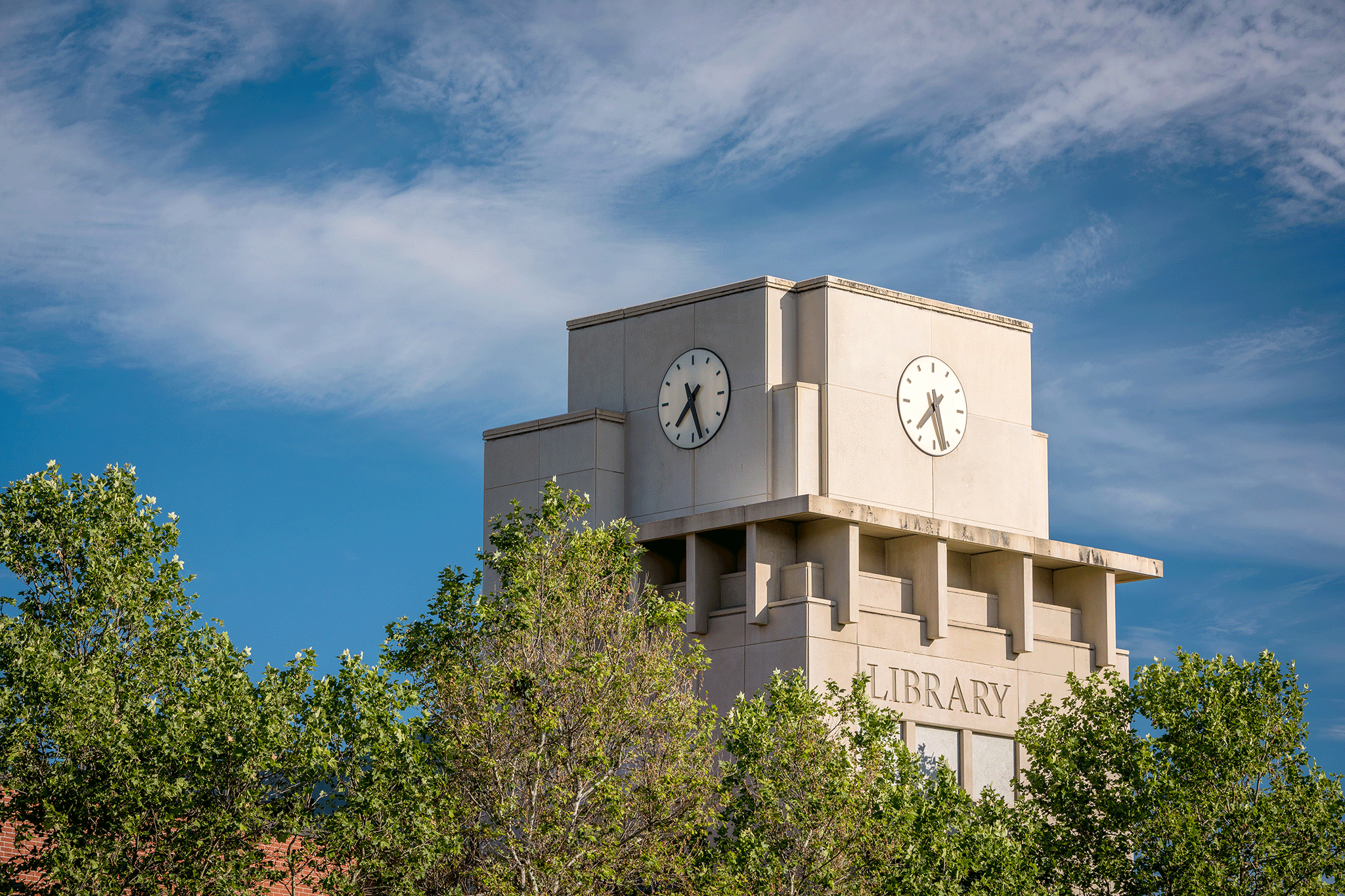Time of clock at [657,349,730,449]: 7:27
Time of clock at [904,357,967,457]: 7:27
